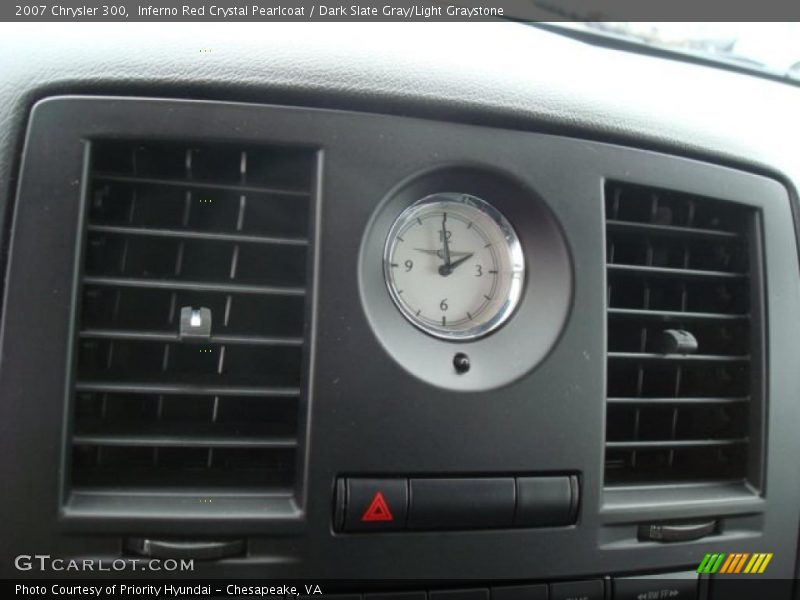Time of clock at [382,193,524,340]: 1:59
